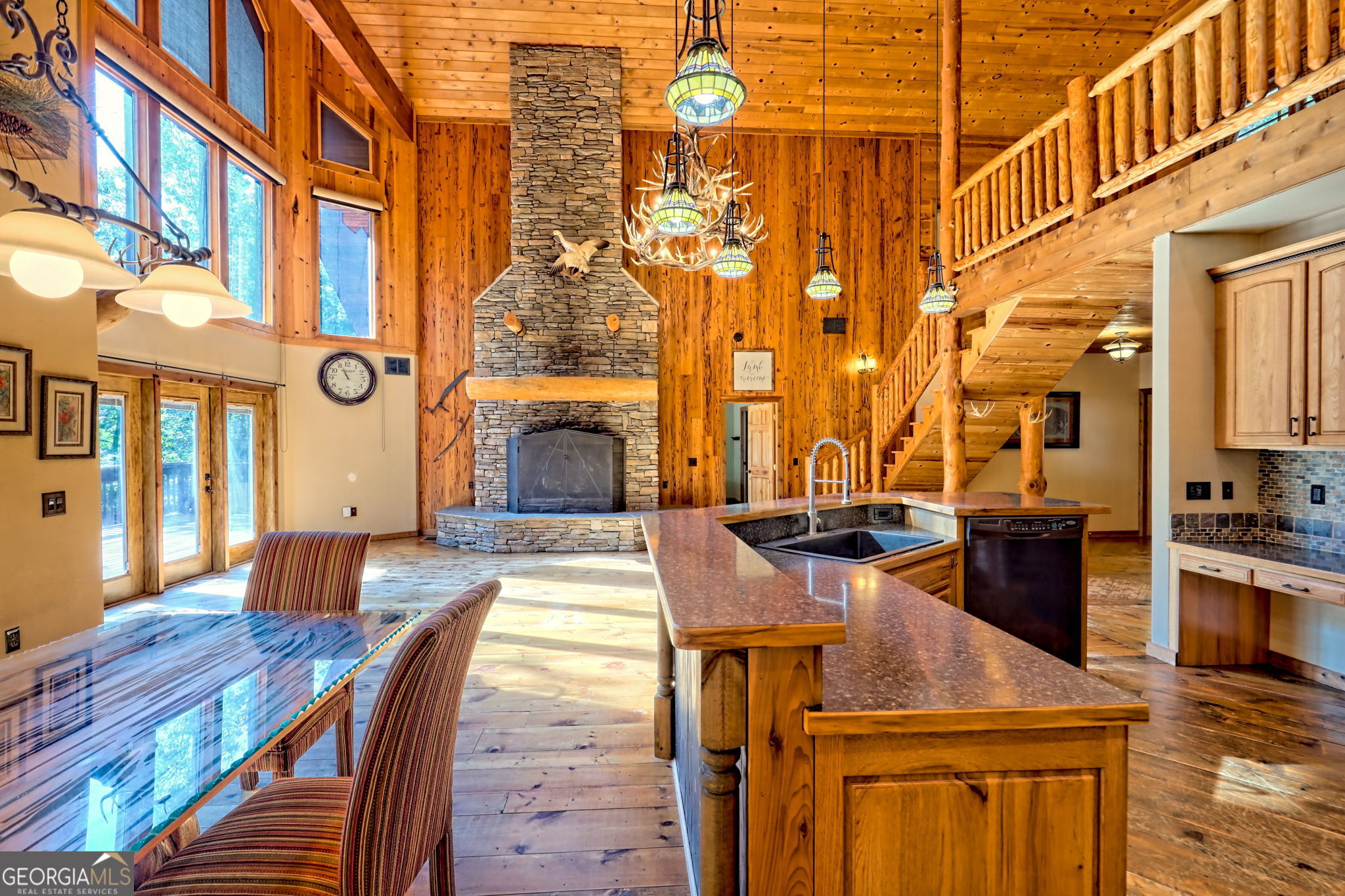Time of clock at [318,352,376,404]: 10:55
